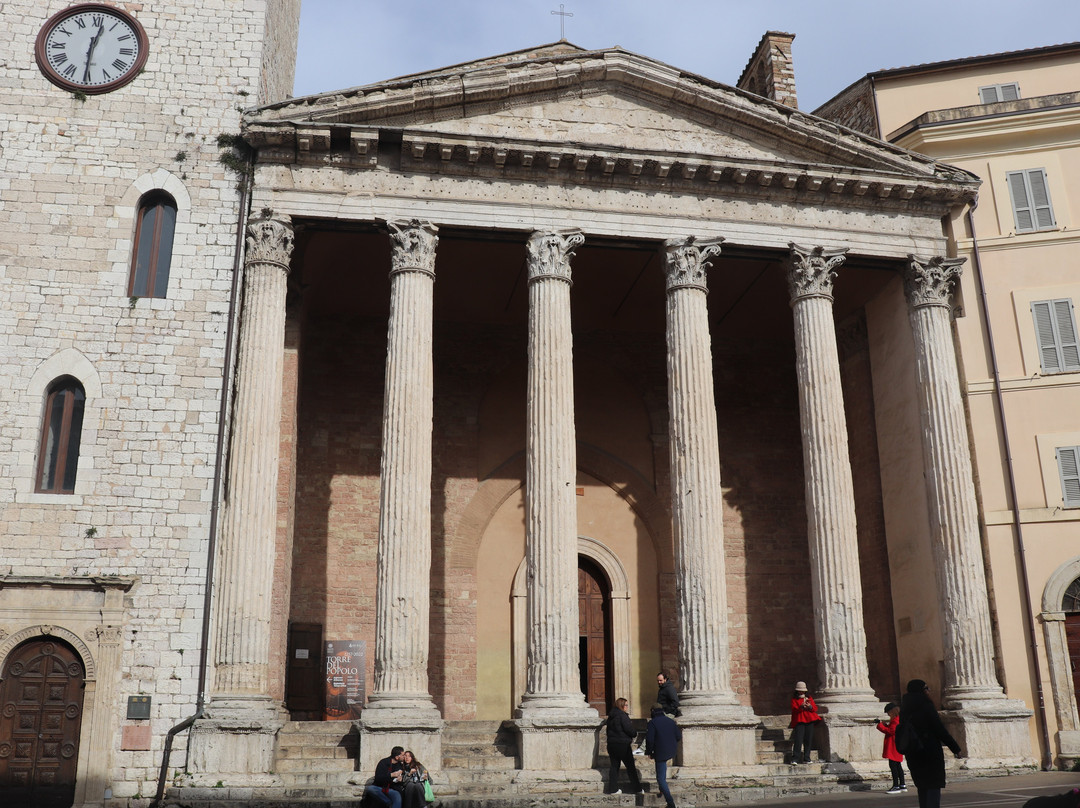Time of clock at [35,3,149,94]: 12:30
